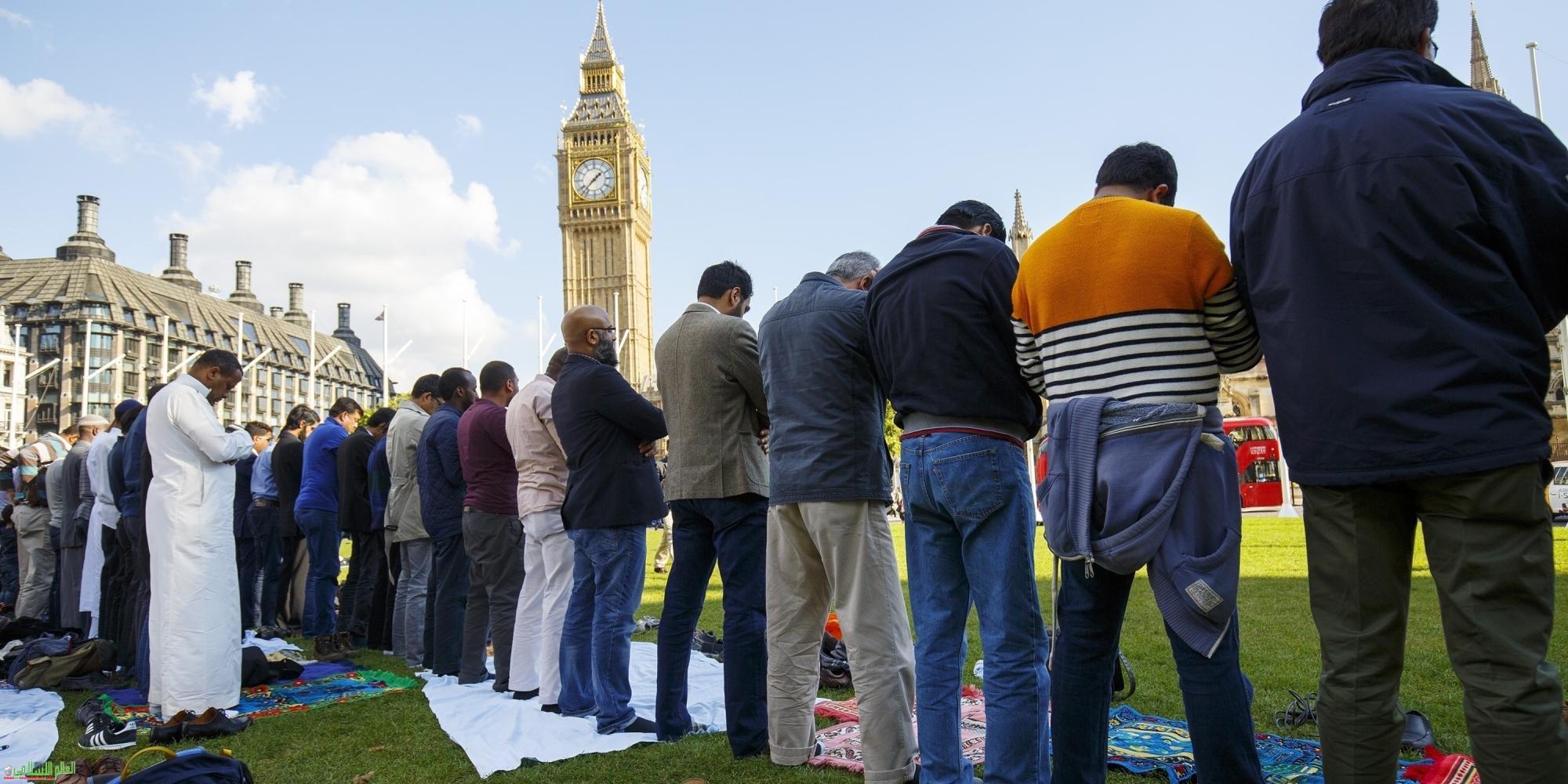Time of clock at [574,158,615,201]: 1:37
